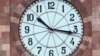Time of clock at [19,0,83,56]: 10:16
